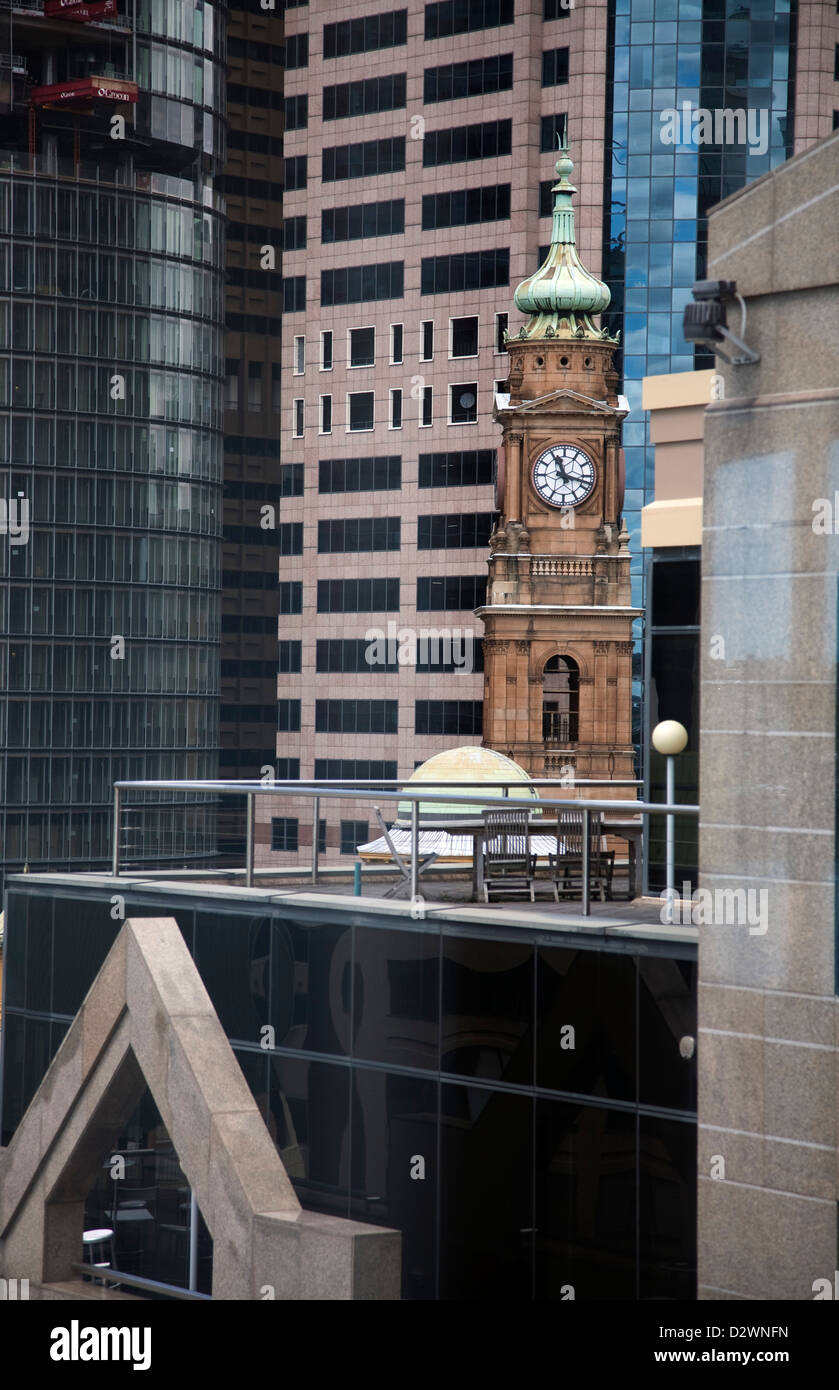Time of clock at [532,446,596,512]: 11:17
